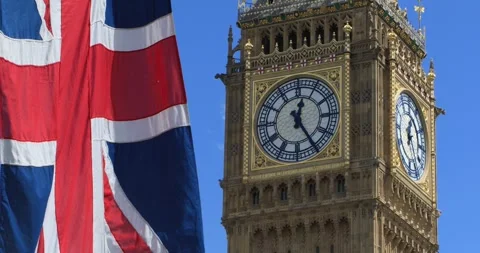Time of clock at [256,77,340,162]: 12:24
